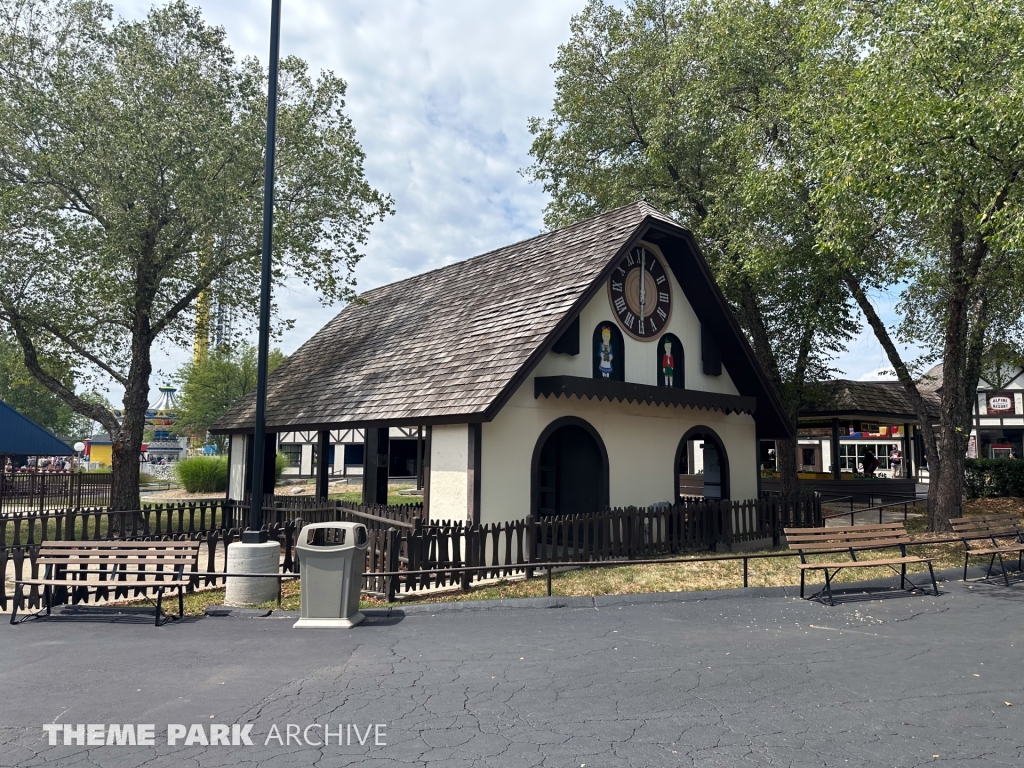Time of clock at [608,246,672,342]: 6:00
